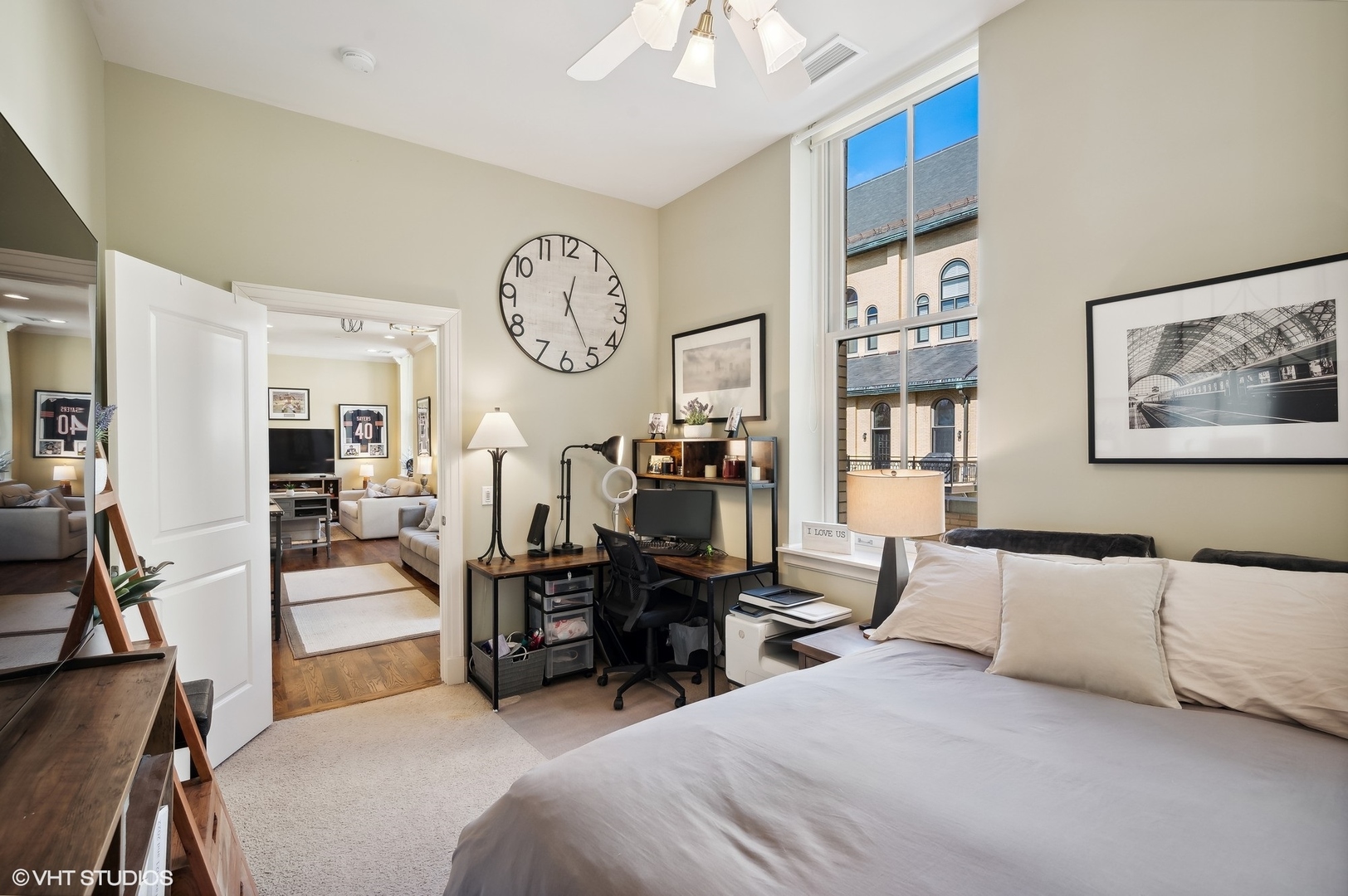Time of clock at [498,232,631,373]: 12:24
